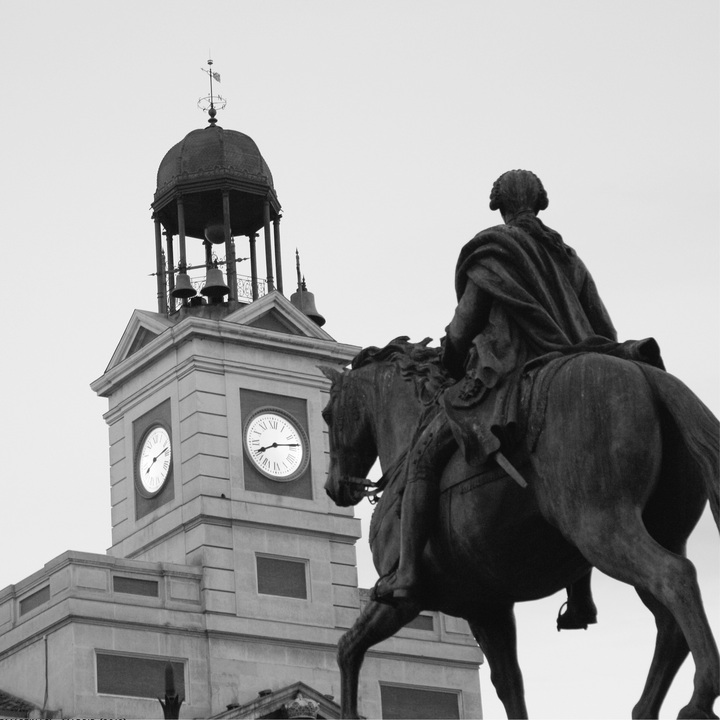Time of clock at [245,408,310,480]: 8:13
